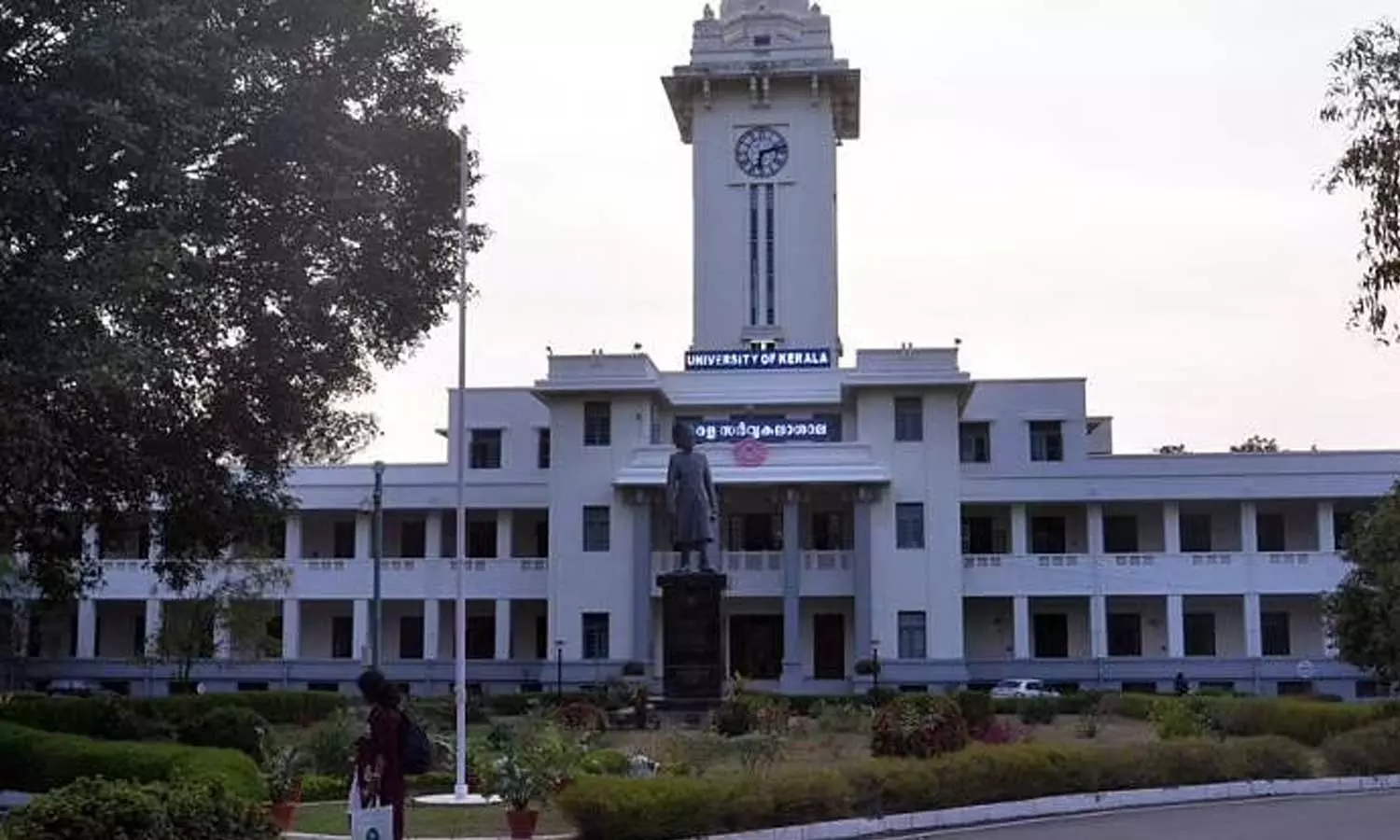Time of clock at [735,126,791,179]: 6:12
